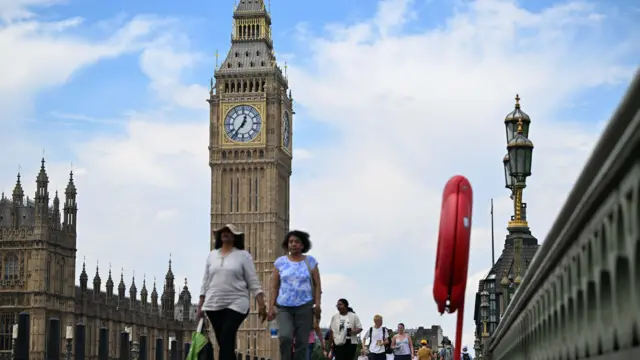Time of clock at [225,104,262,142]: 12:36
